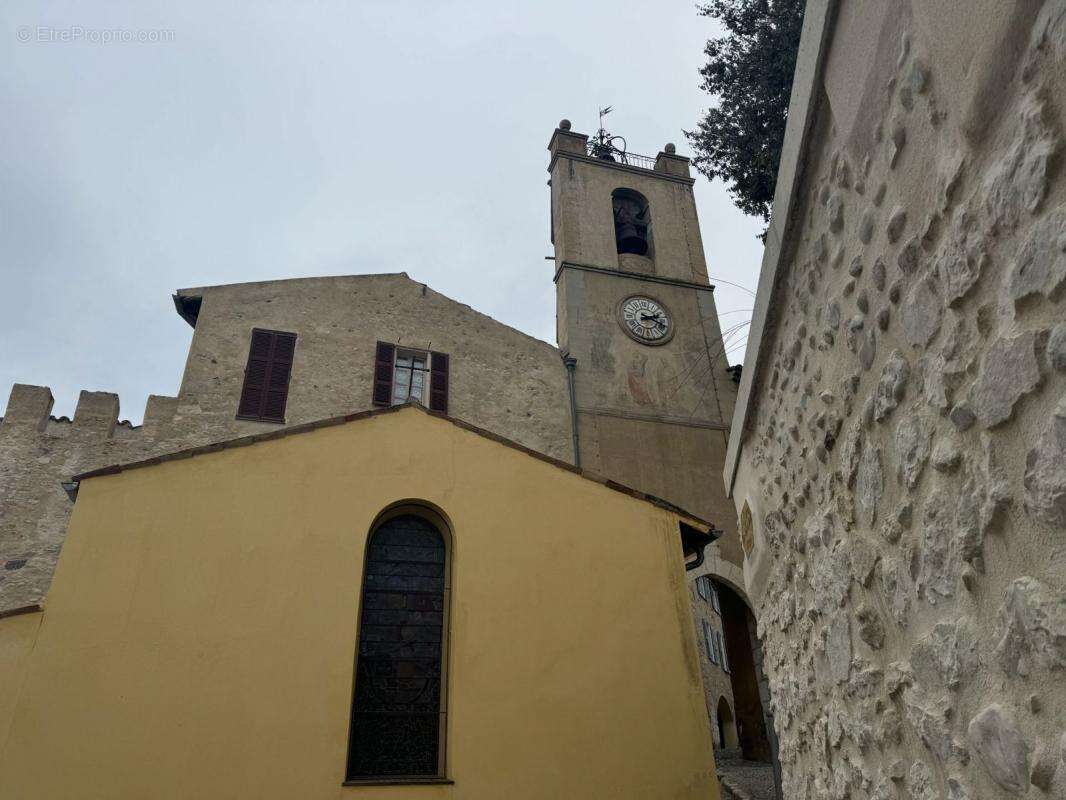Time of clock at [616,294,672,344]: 2:18
